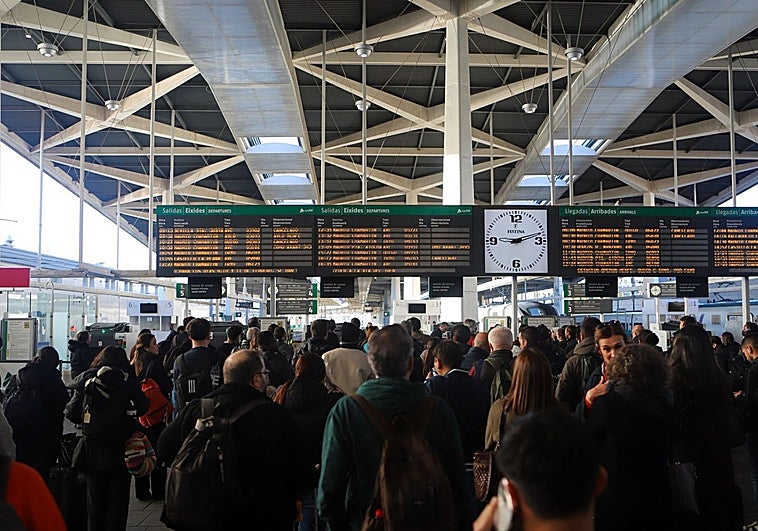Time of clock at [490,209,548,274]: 9:12
